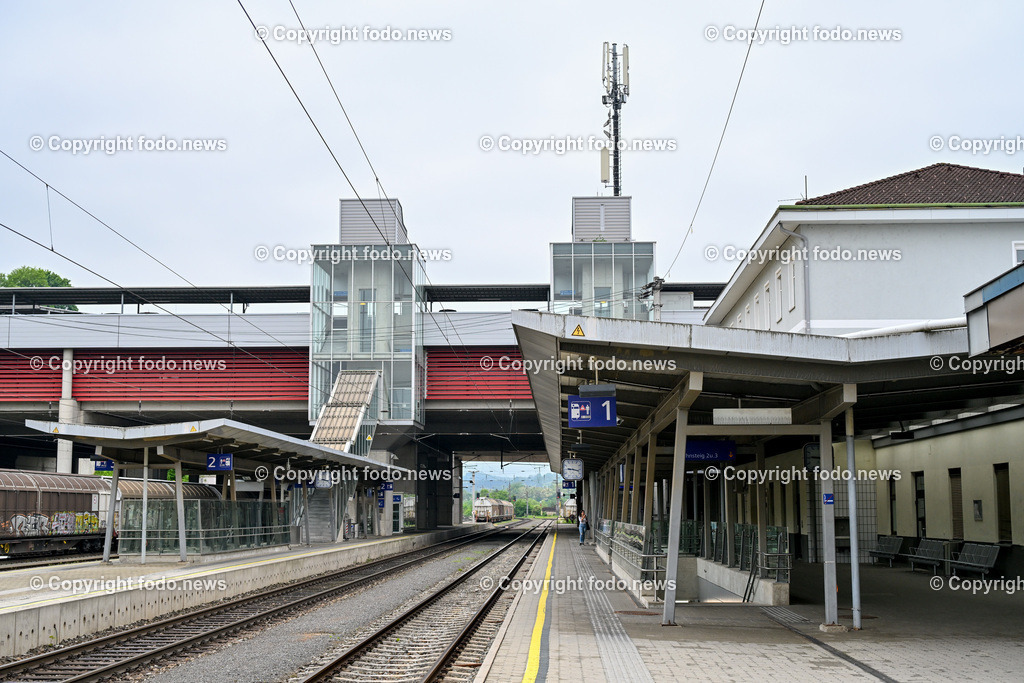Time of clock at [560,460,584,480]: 9:17
